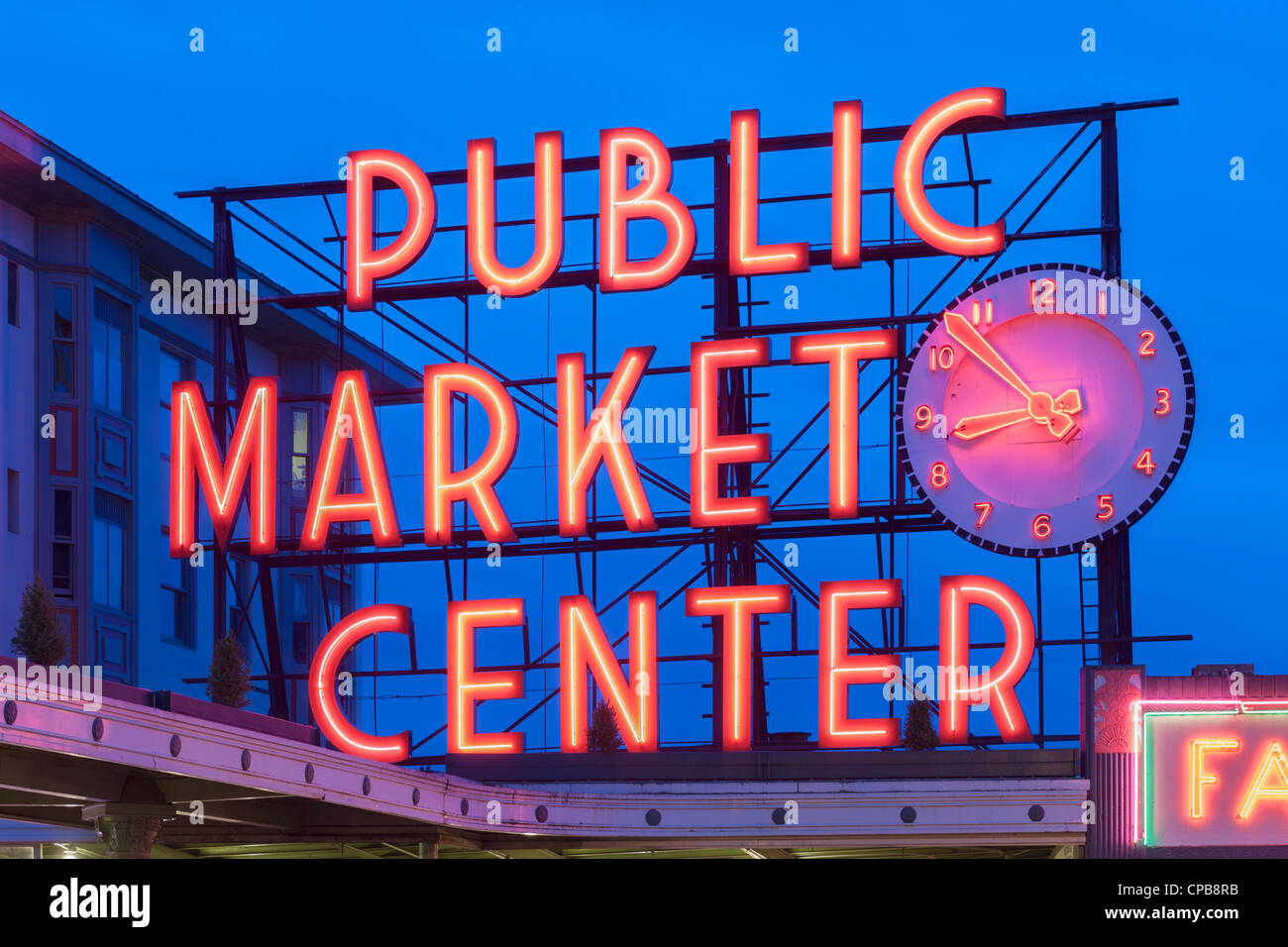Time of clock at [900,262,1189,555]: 8:52
